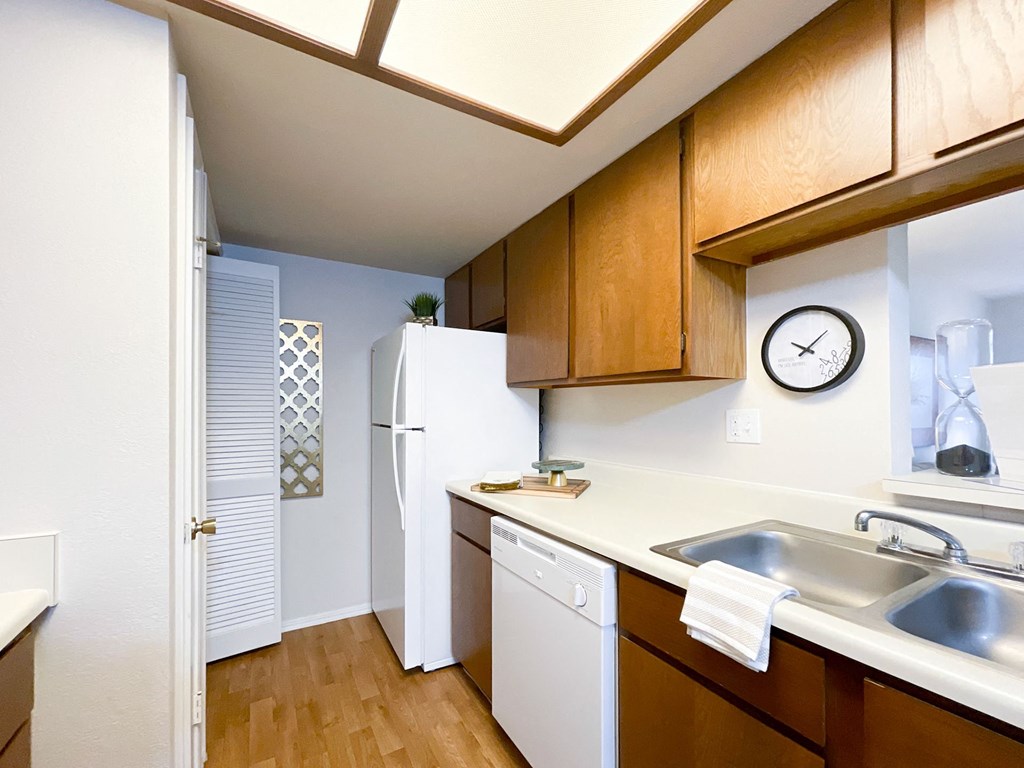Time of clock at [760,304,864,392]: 10:07
